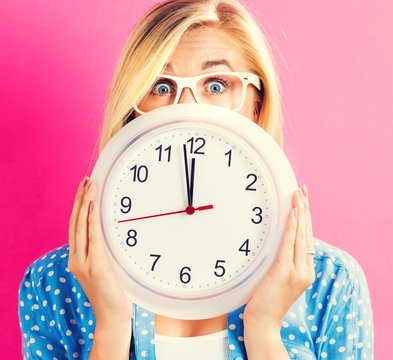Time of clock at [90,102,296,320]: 11:58
